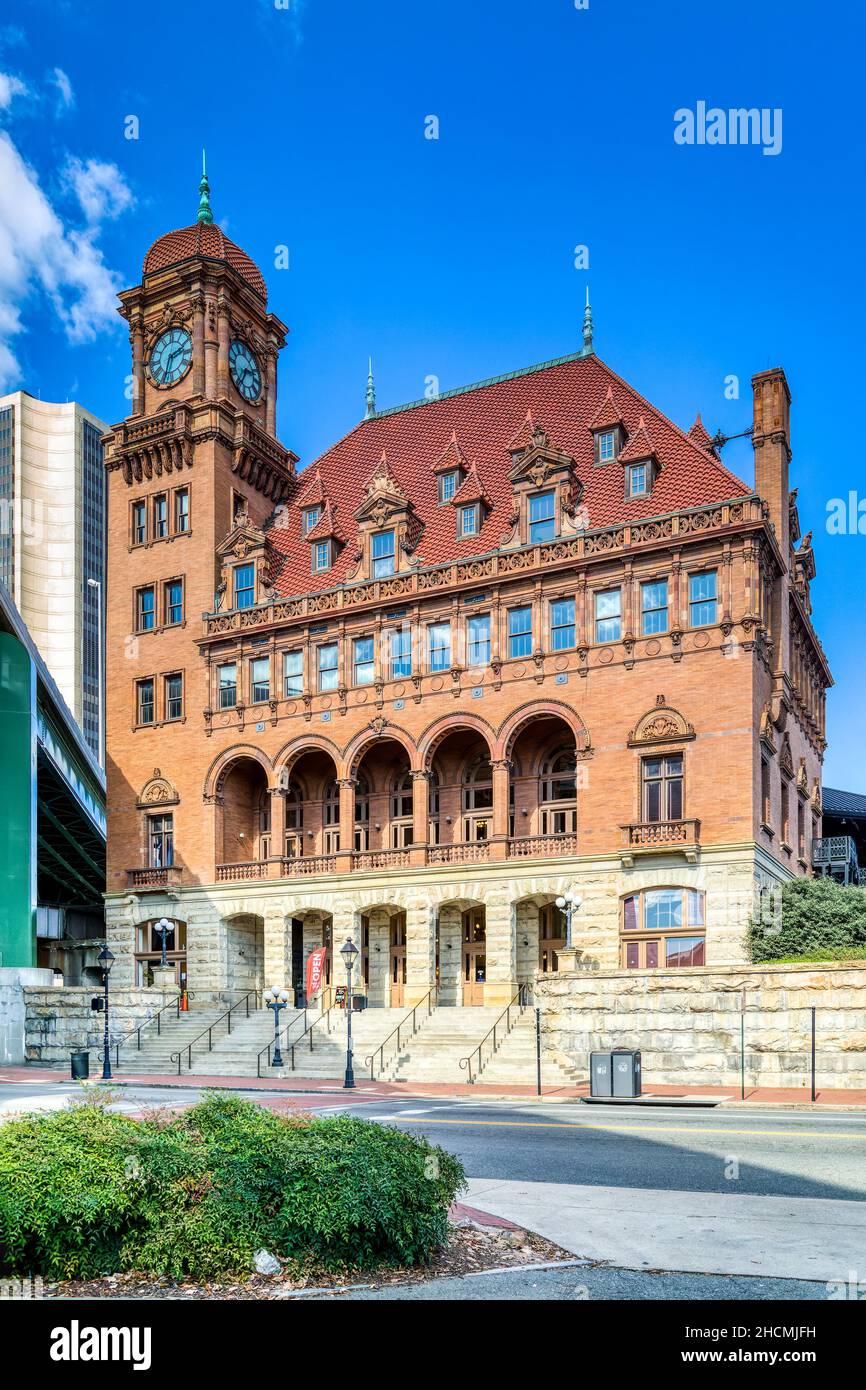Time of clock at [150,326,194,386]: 2:33
